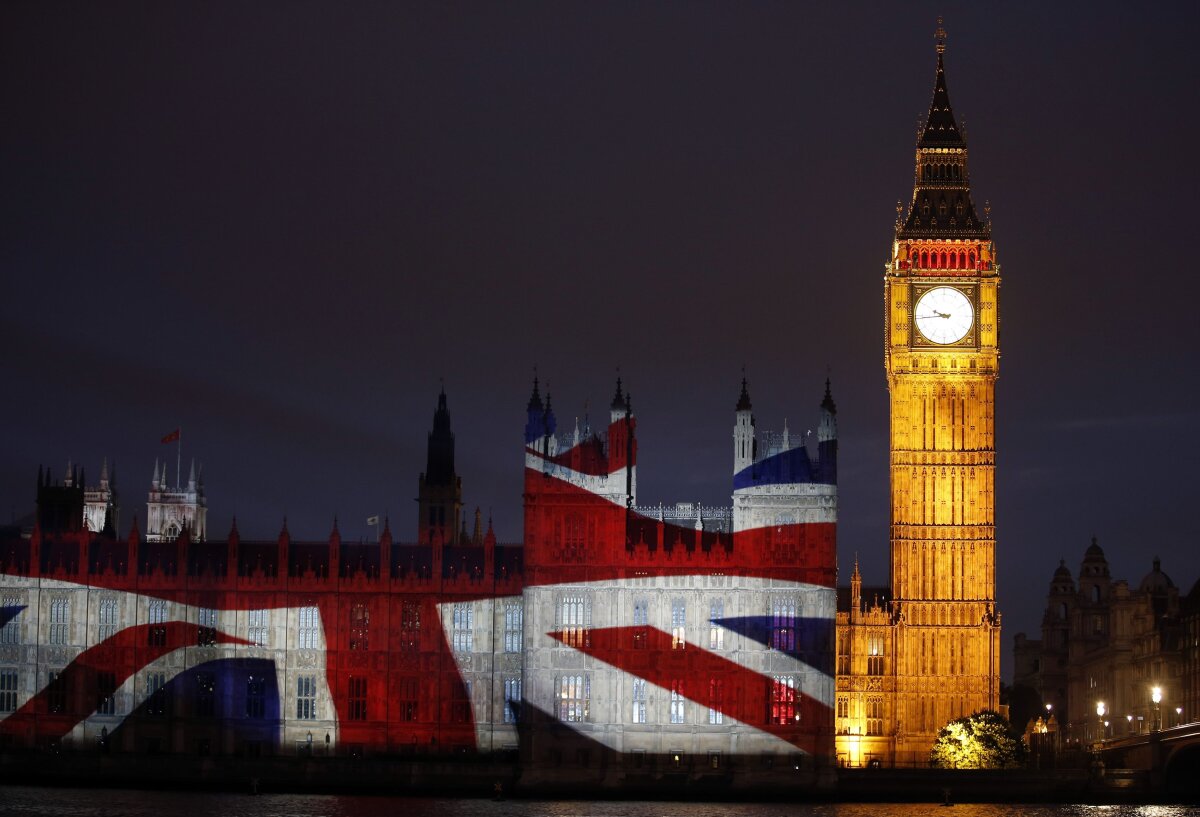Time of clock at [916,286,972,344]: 9:43
